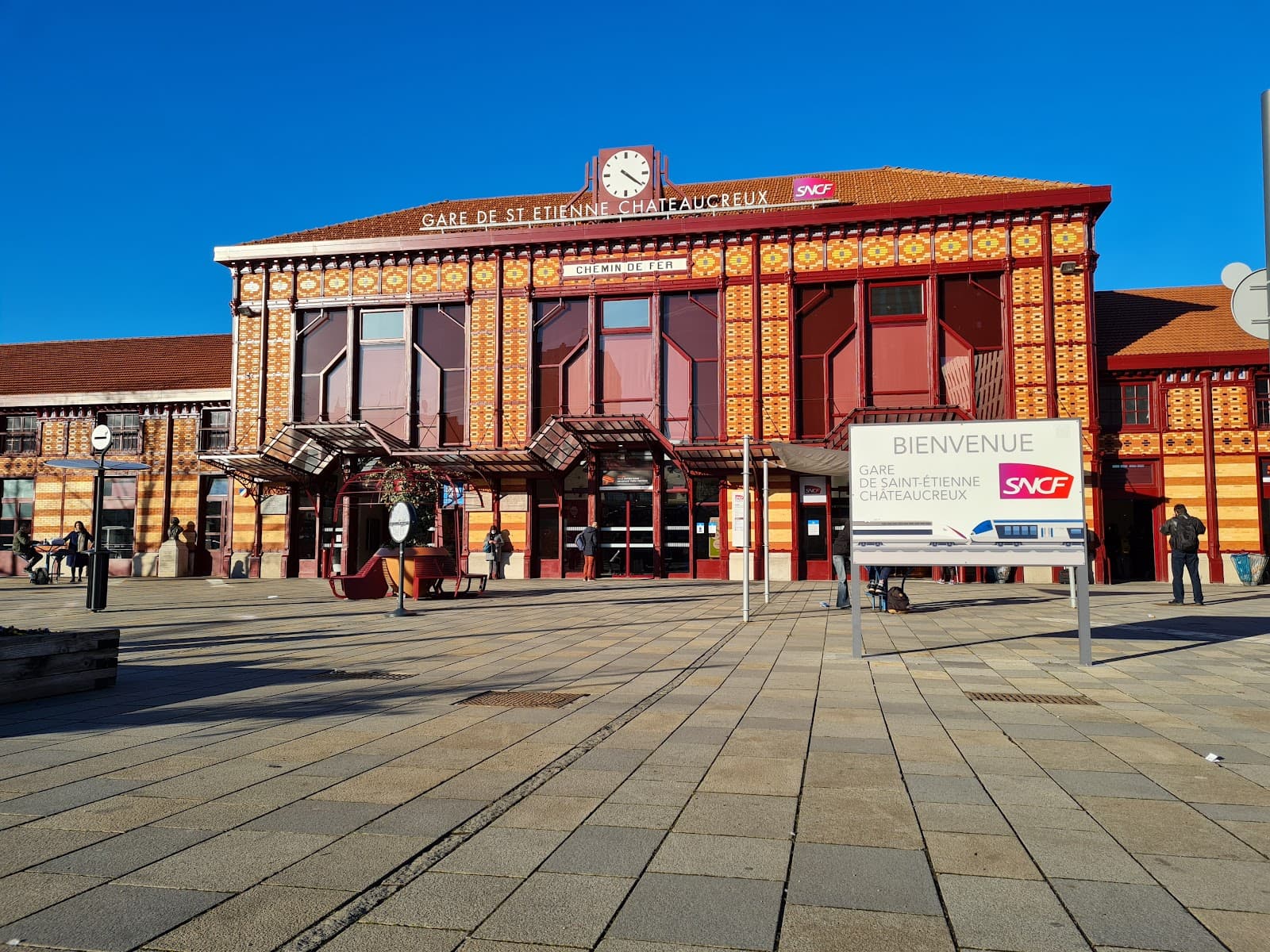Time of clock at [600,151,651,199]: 4:21
